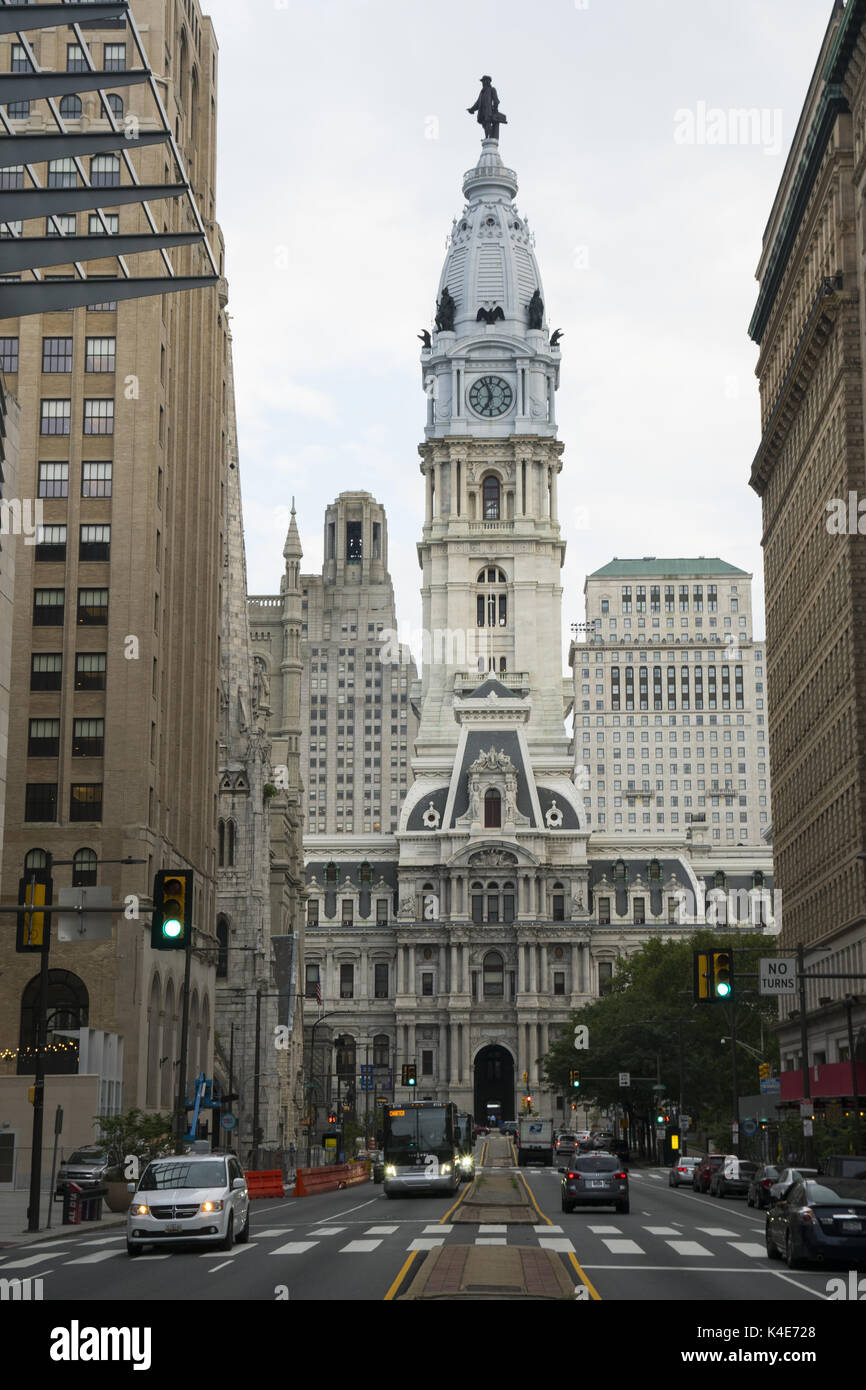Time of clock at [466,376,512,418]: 6:56
